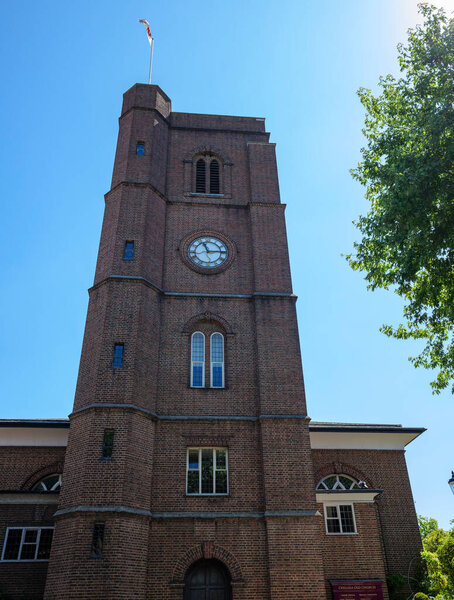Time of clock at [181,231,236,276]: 11:14
